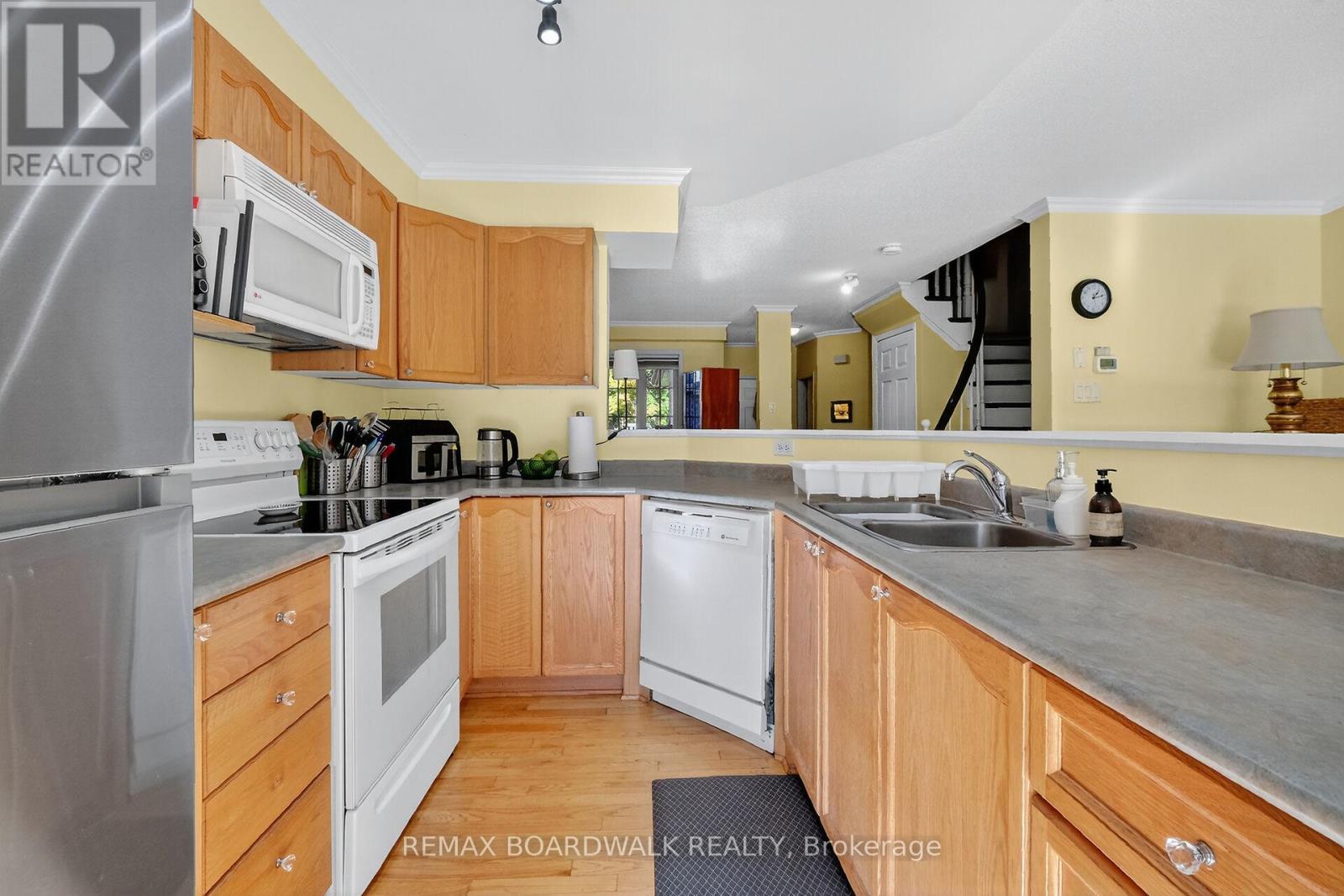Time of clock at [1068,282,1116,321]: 1:12
